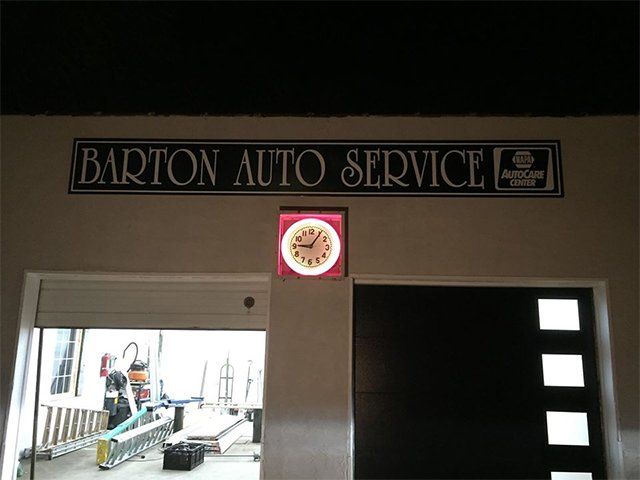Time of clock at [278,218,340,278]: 9:05
